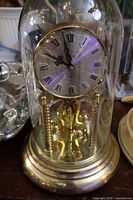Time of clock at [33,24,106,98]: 9:58
